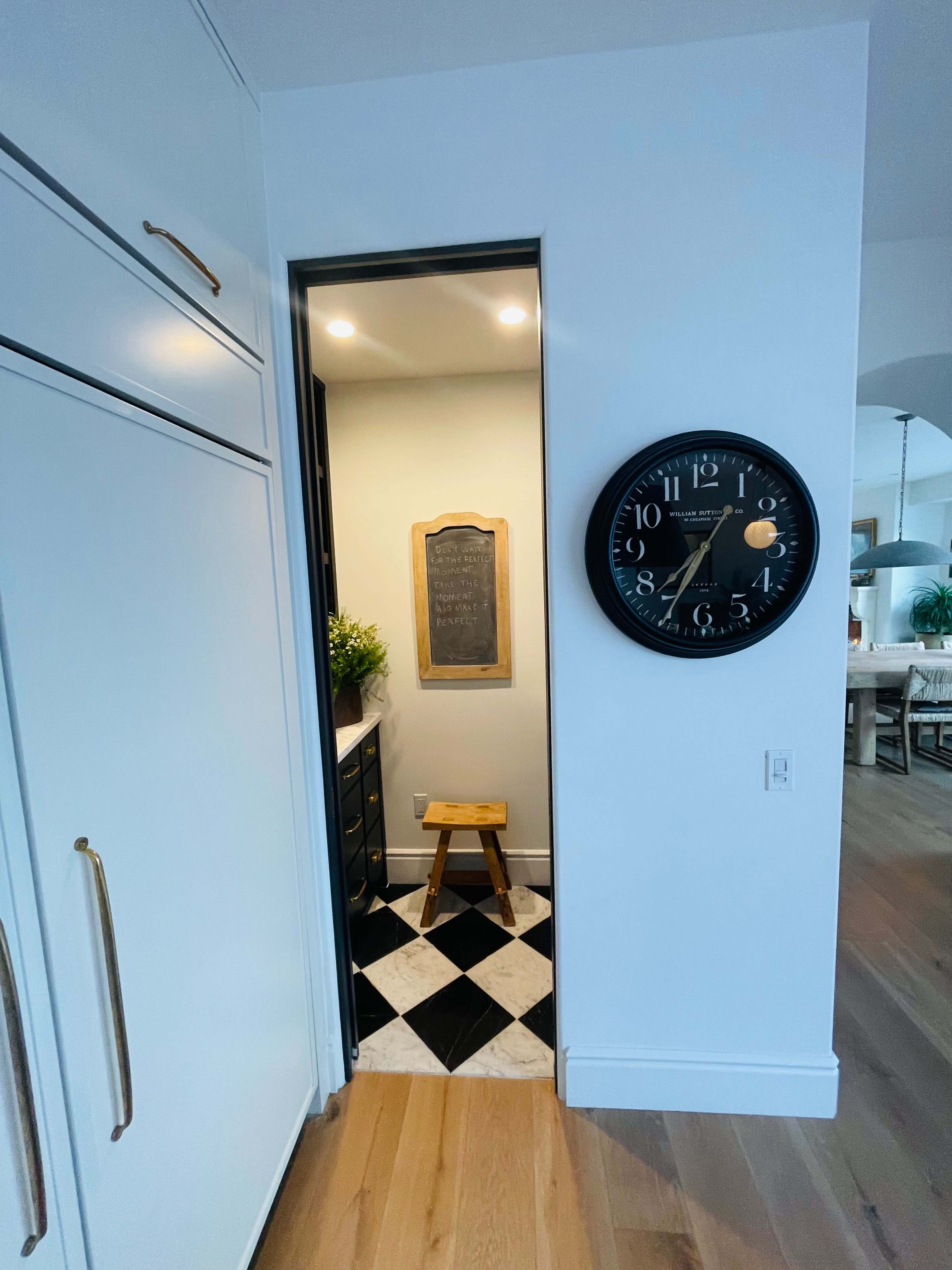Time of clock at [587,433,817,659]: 7:34
